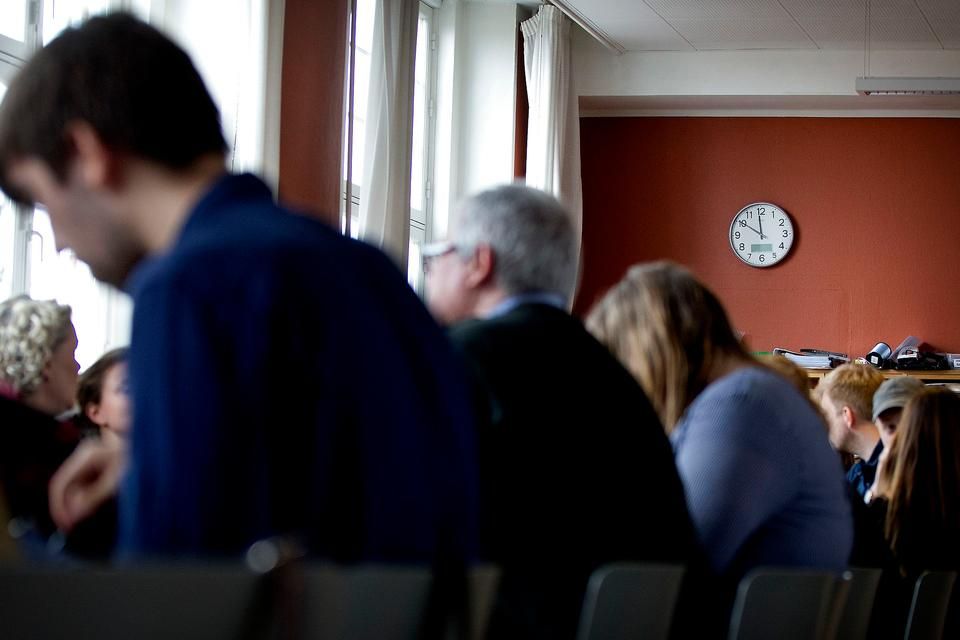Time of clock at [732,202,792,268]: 11:50
